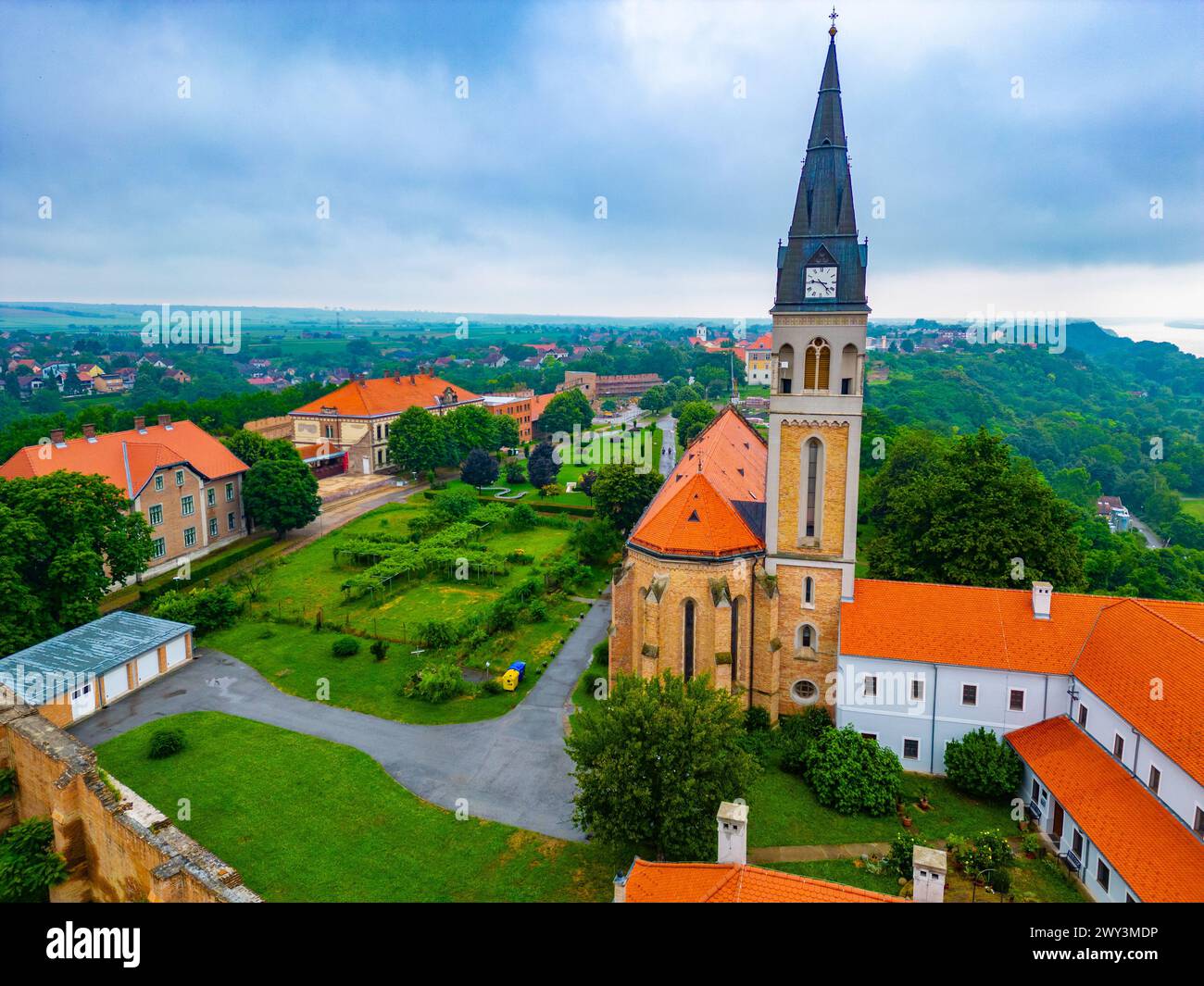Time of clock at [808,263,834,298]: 9:22
